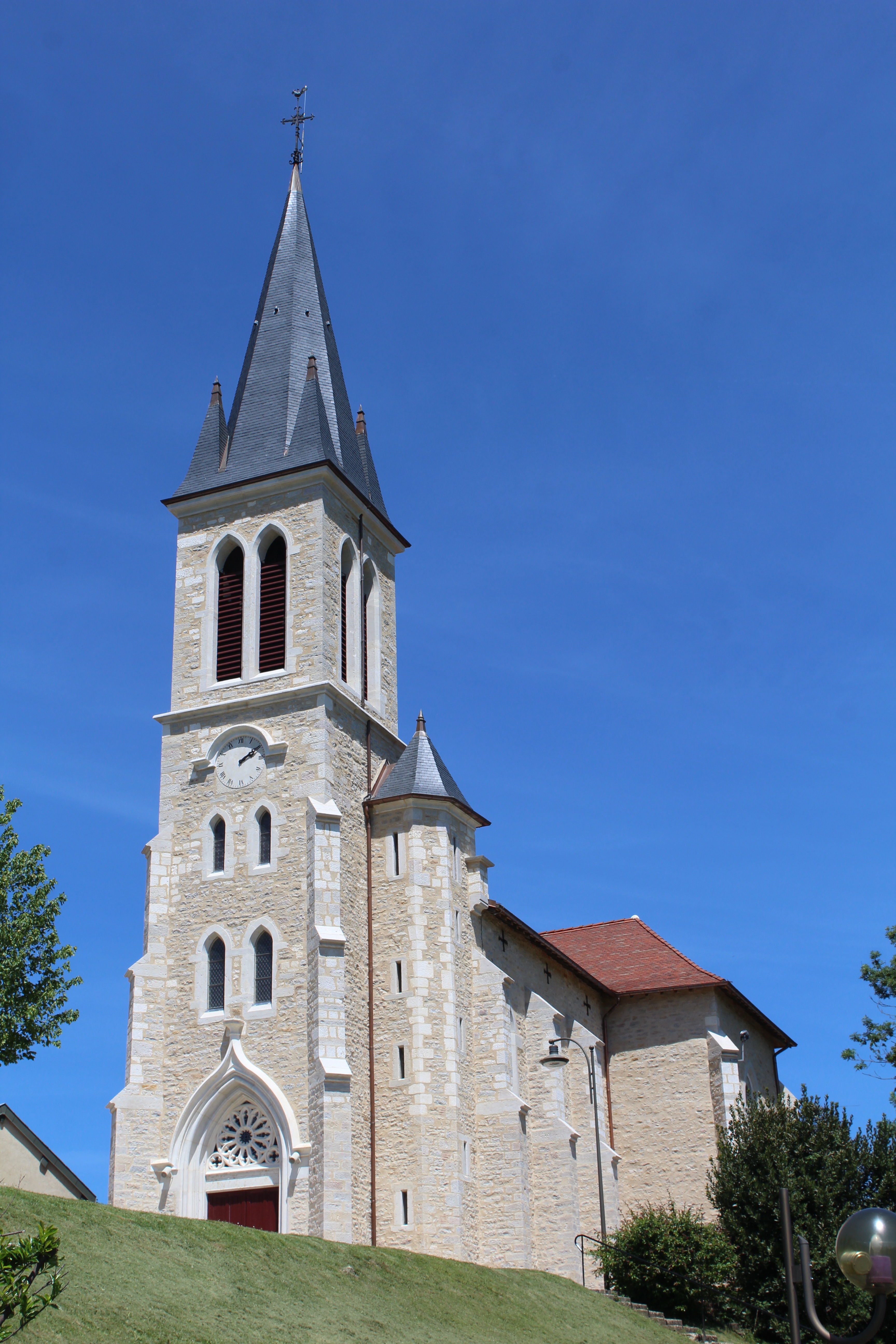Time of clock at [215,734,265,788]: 2:09
